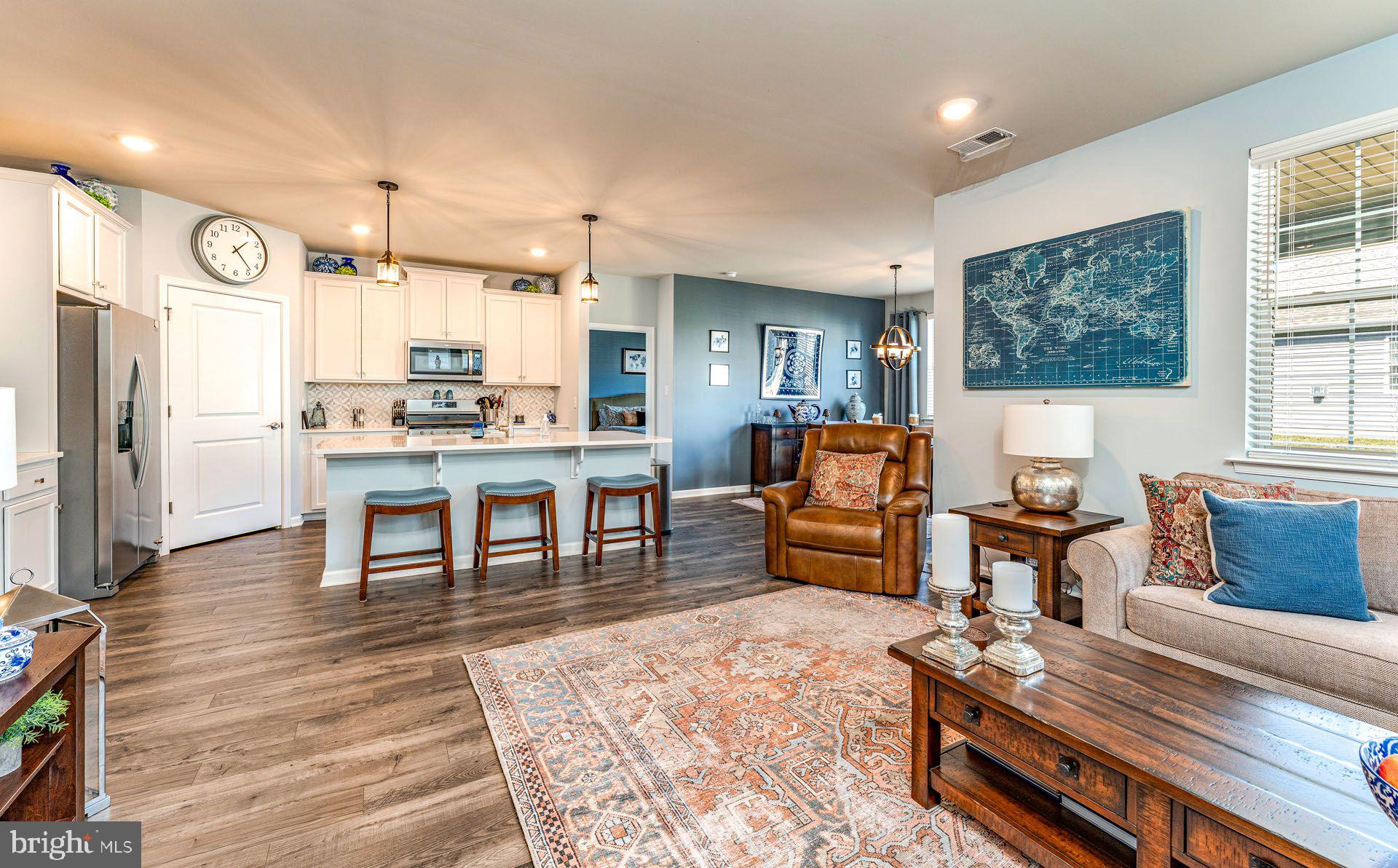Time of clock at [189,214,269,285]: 1:23
